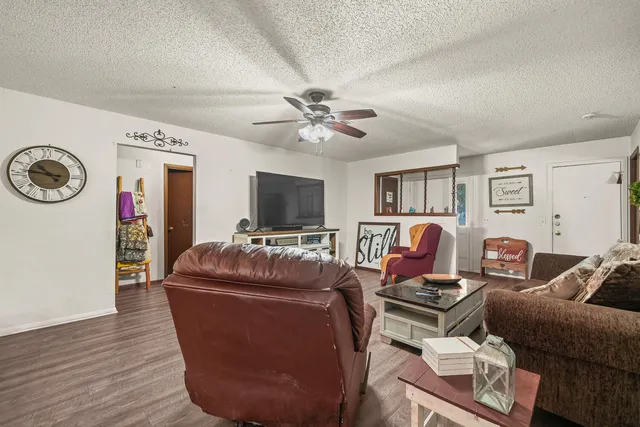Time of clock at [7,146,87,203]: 10:46
